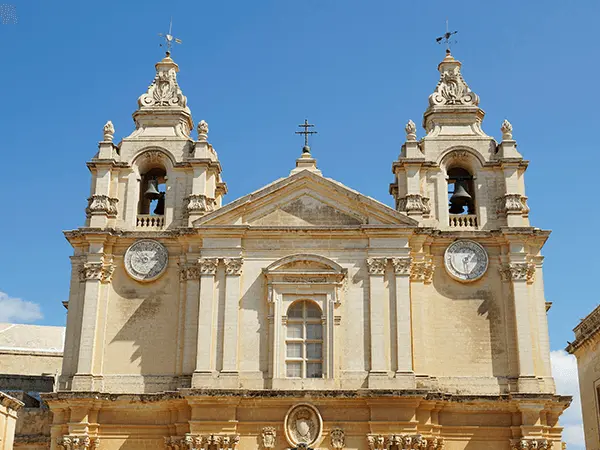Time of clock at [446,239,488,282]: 1:28
